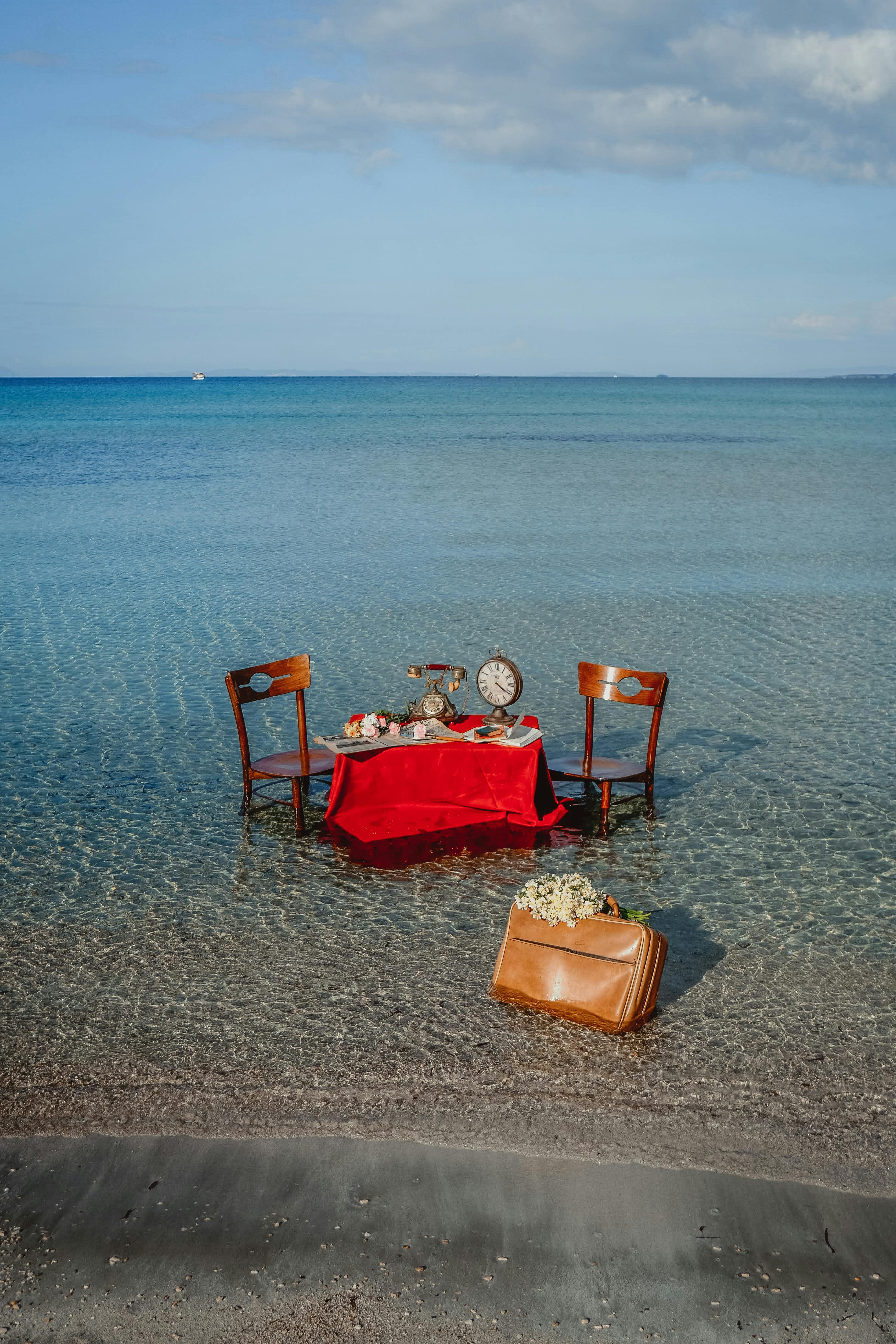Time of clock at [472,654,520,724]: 4:20
